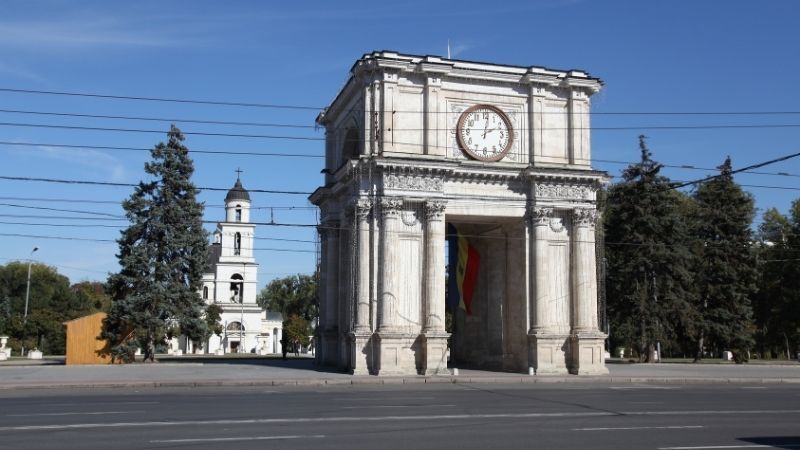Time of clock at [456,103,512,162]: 2:01
